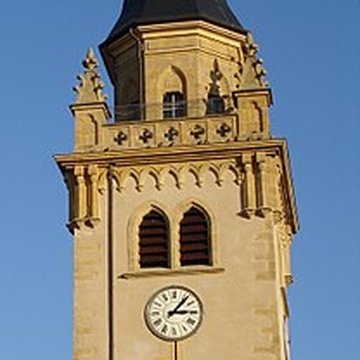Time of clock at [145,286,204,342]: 3:06
